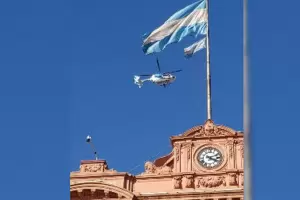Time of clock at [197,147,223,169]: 2:18
